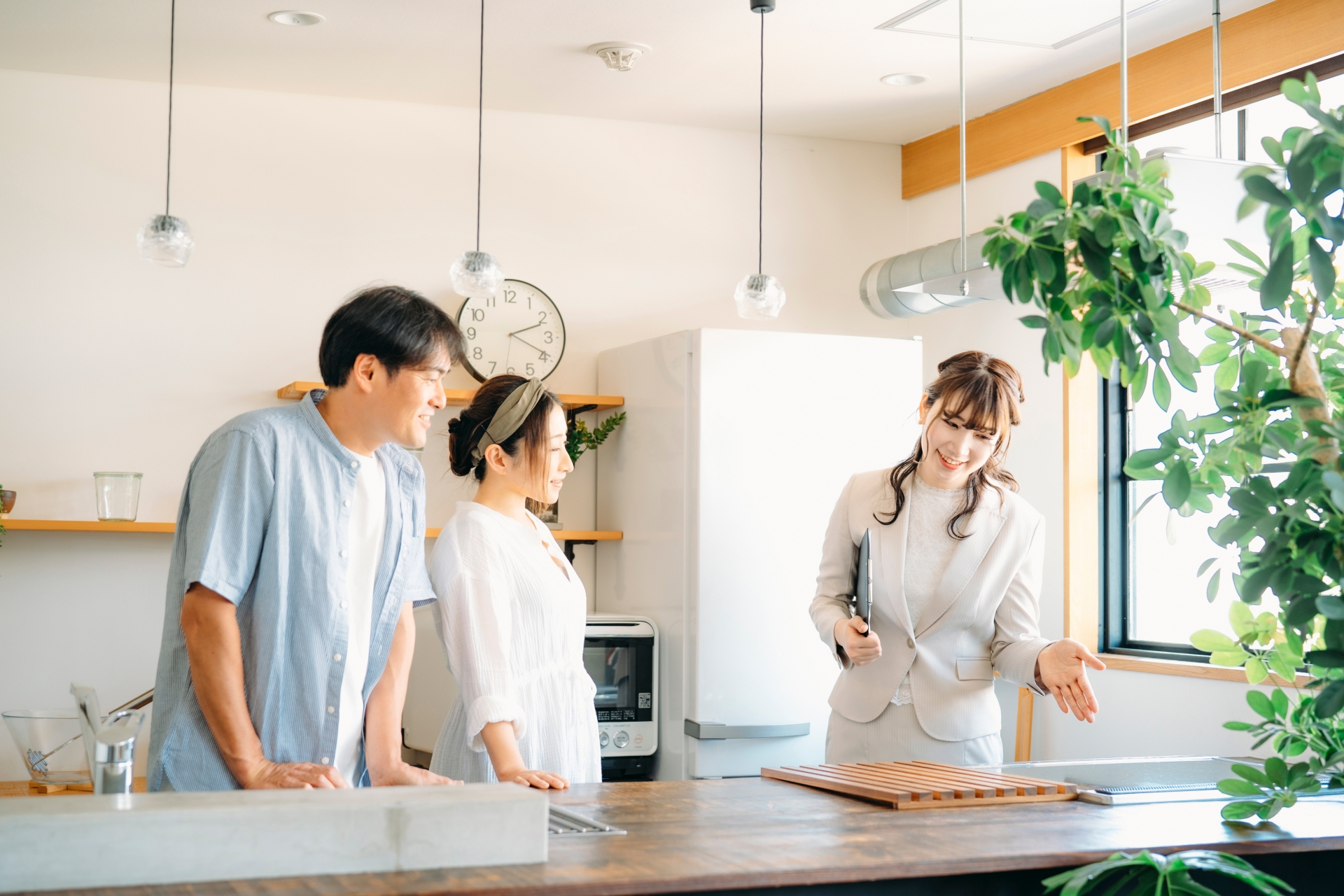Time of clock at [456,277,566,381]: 2:19
